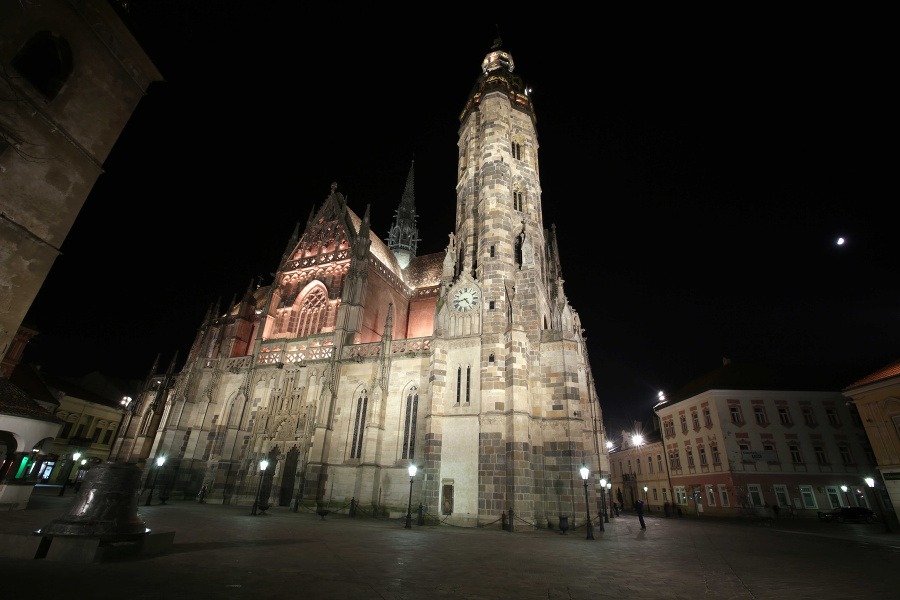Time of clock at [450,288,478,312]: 4:42
